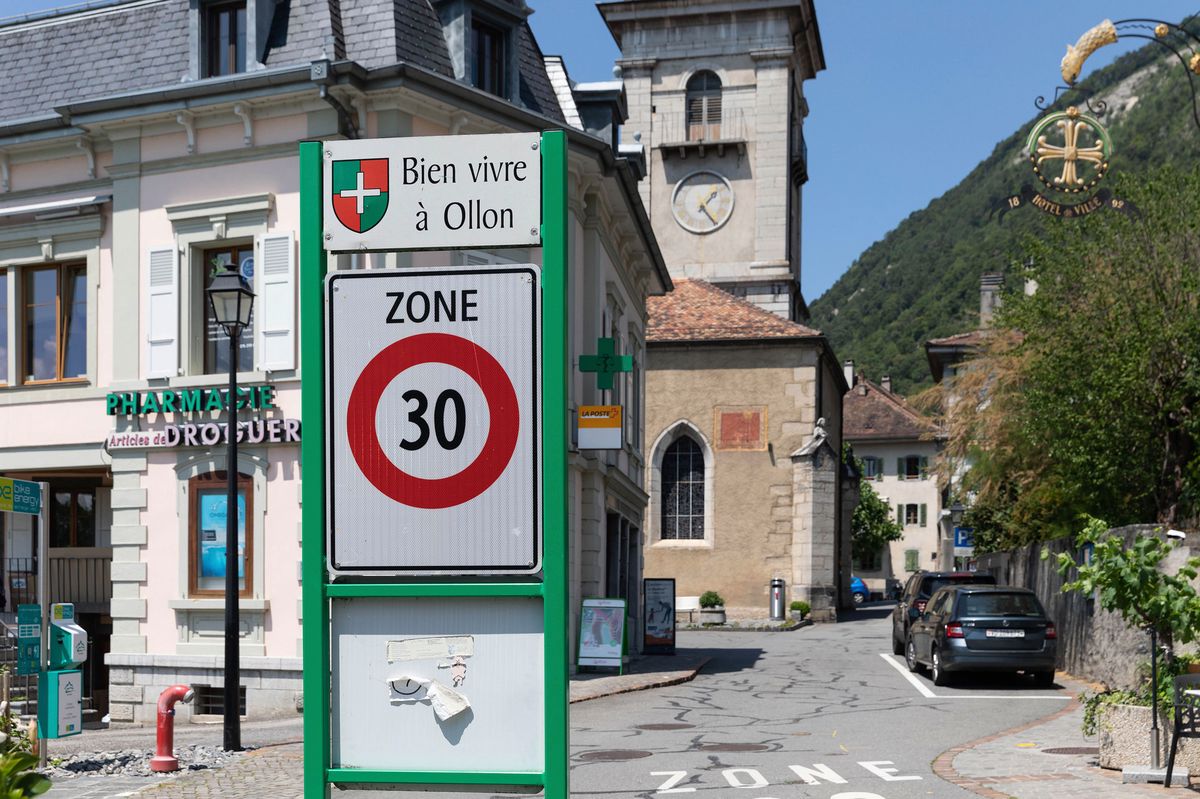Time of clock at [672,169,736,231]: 1:24
